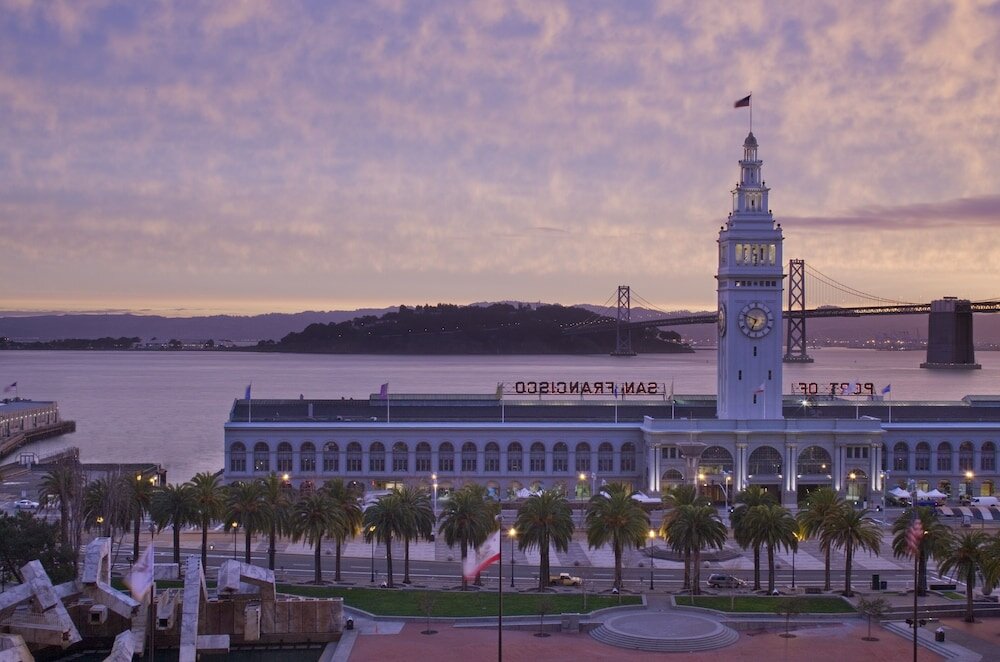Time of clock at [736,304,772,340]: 6:48
